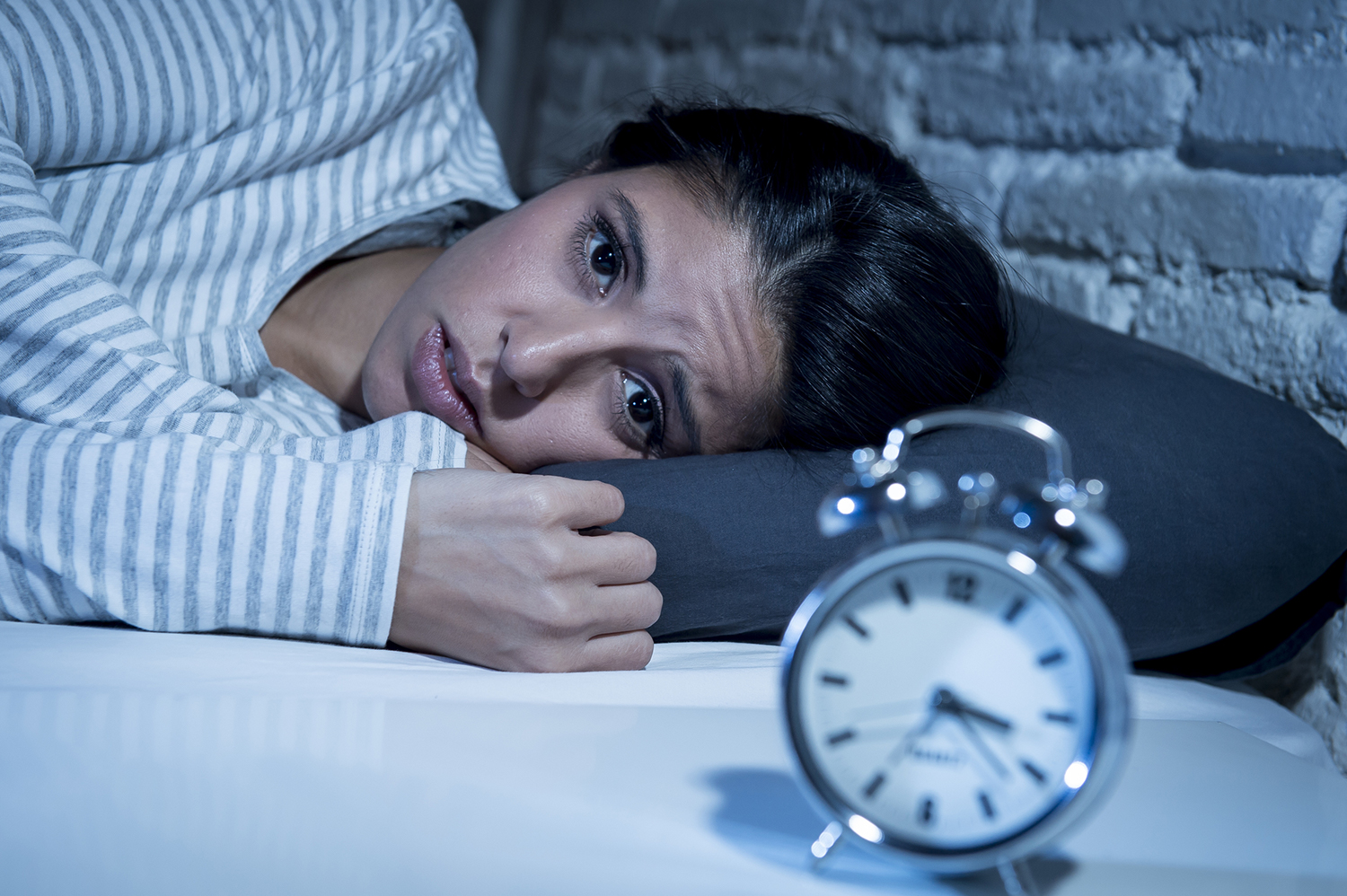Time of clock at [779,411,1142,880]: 3:22
